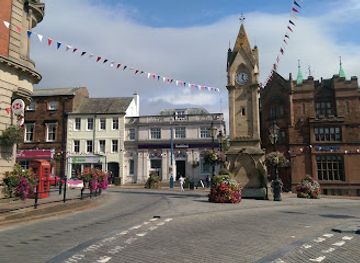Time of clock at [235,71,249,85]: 12:23
